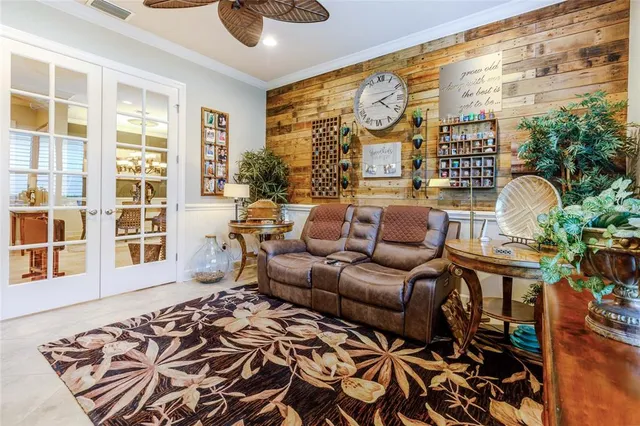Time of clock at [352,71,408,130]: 4:11
